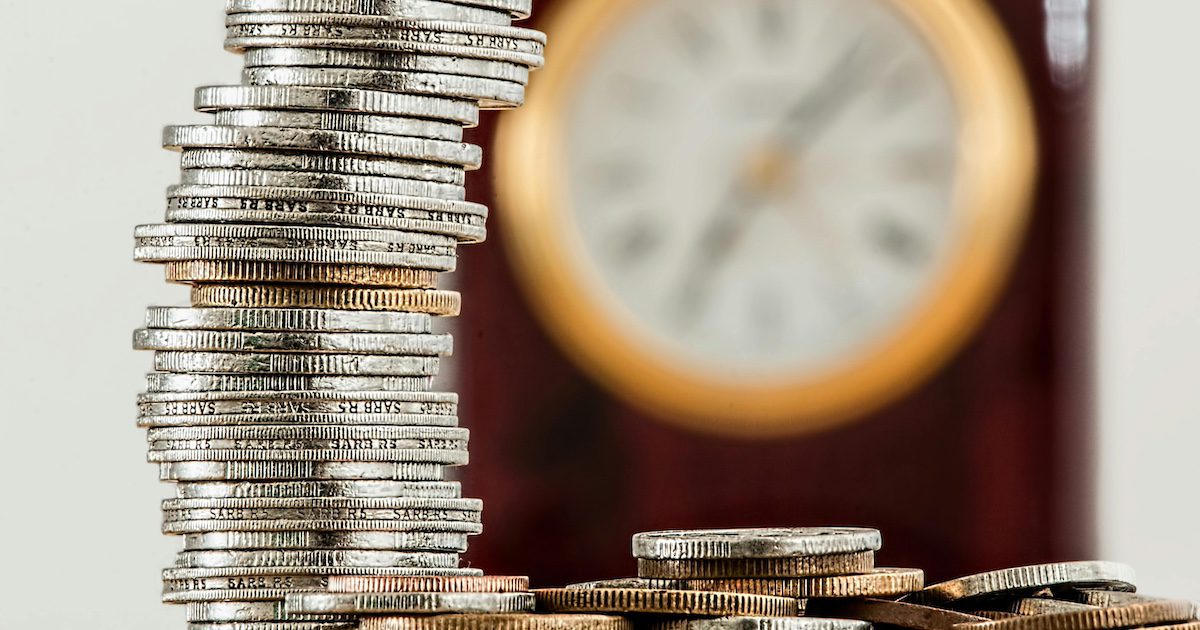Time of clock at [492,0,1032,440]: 7:07
